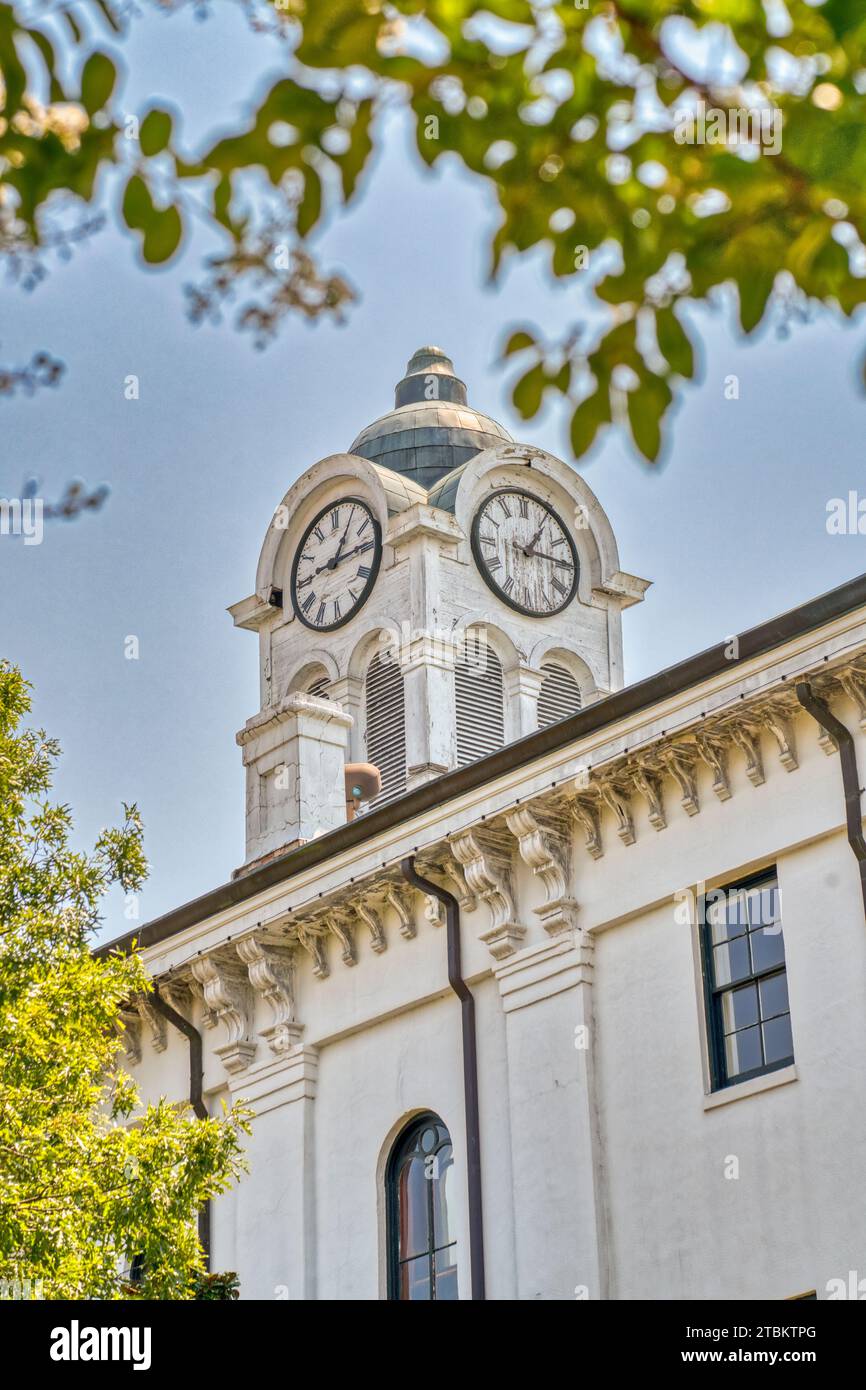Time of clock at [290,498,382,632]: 1:14
